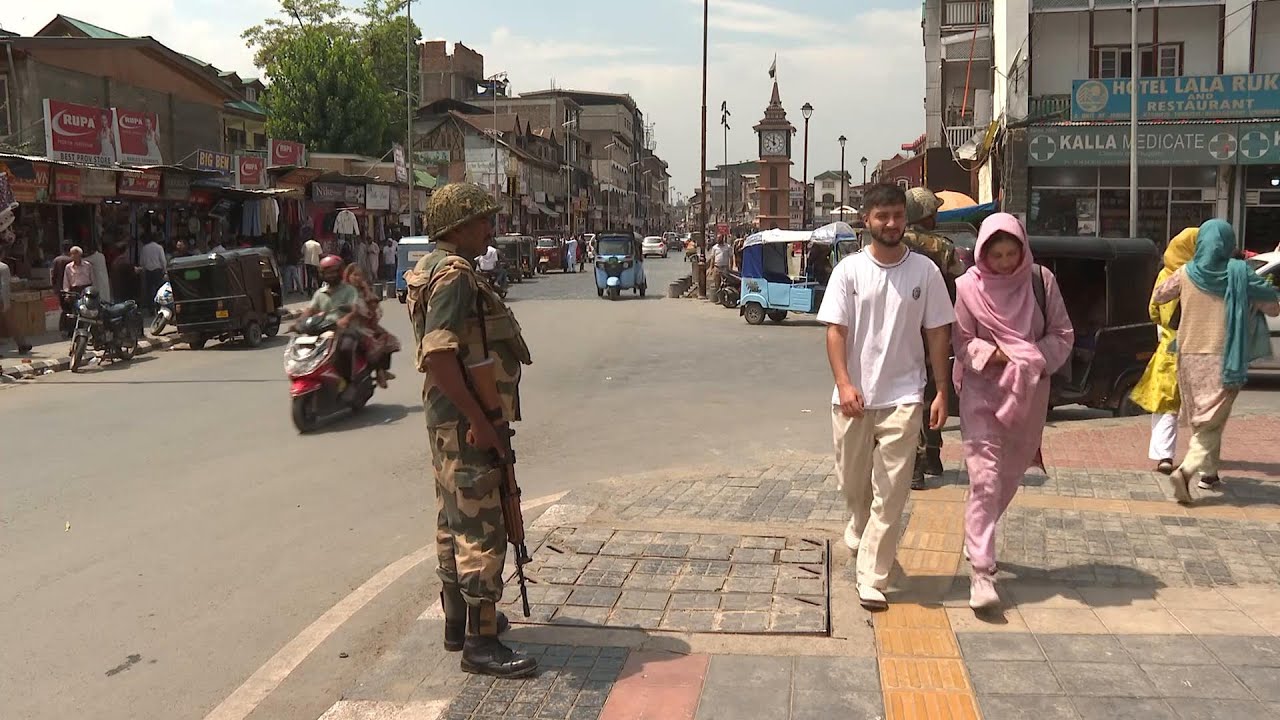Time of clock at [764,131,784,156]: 11:50
